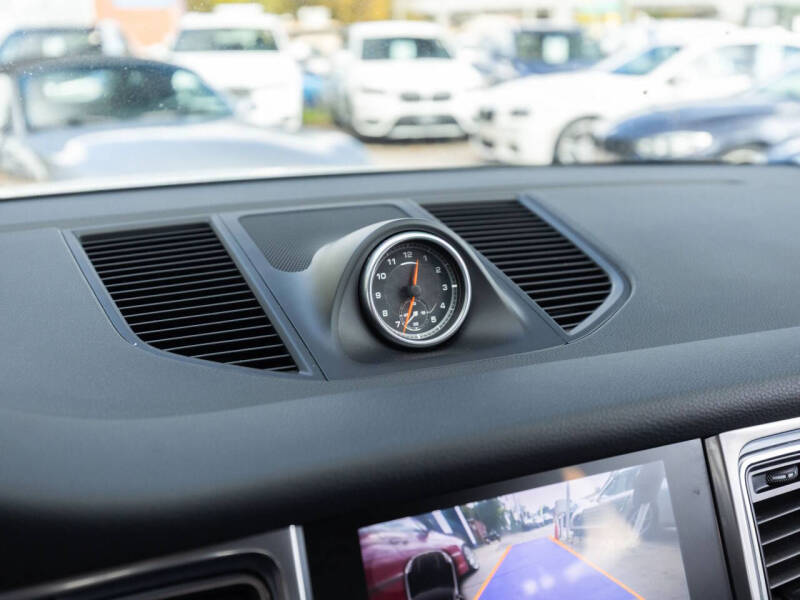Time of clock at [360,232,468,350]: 12:33
